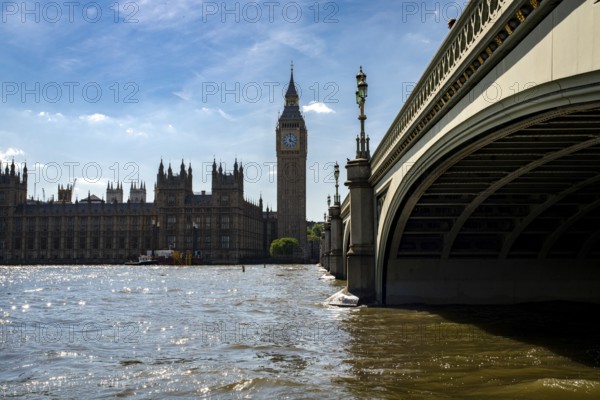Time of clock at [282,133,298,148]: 4:00
